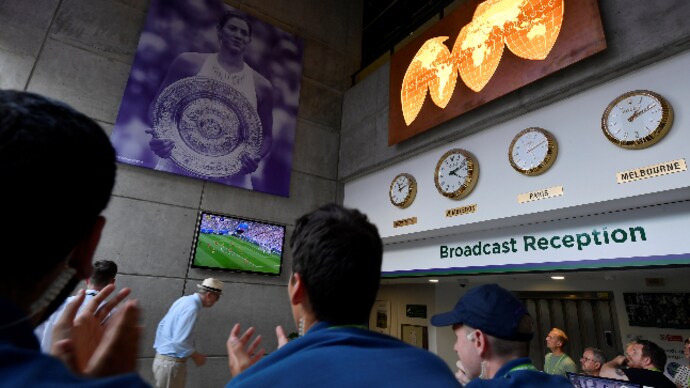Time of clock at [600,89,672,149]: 1:11
